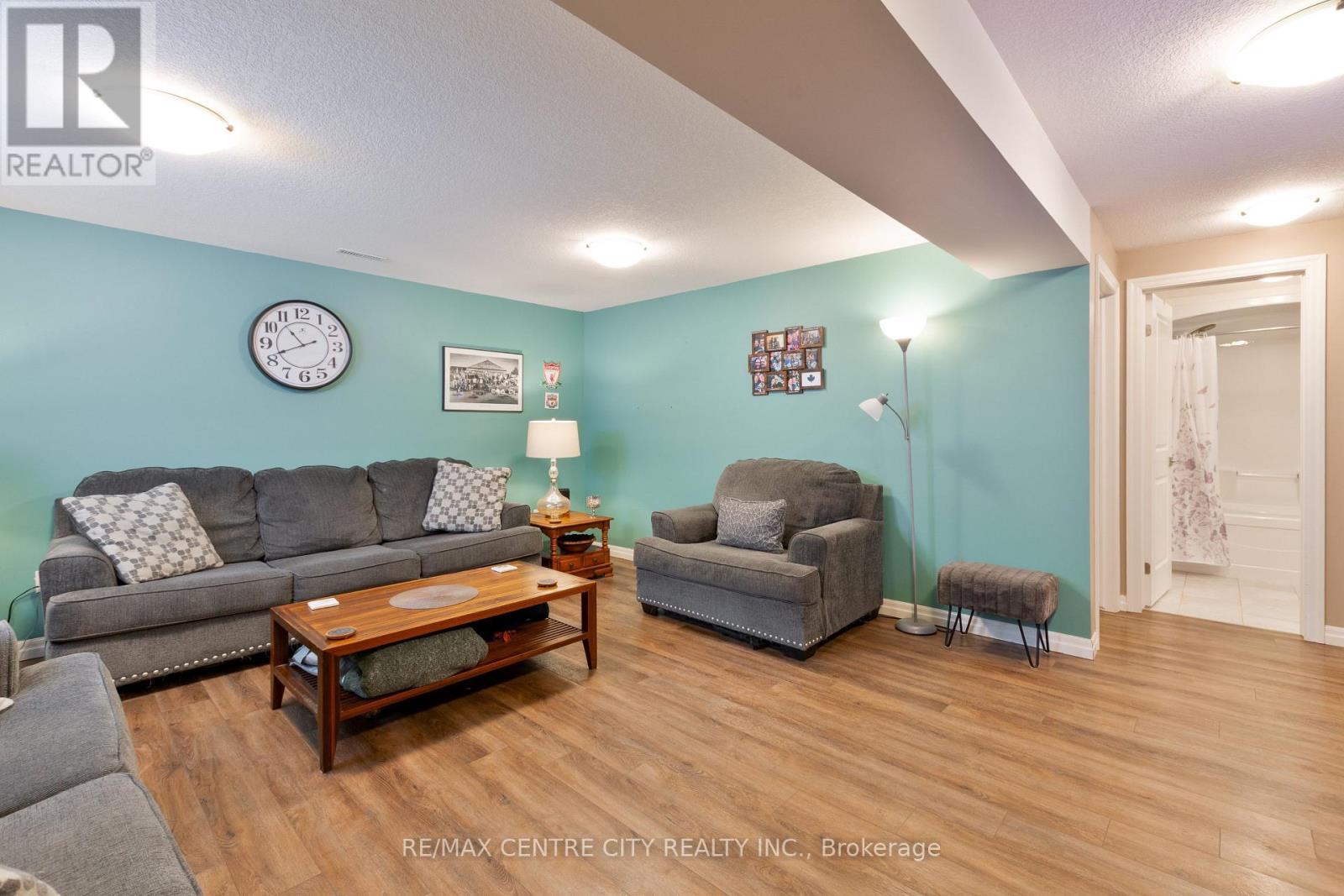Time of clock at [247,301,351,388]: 10:41
